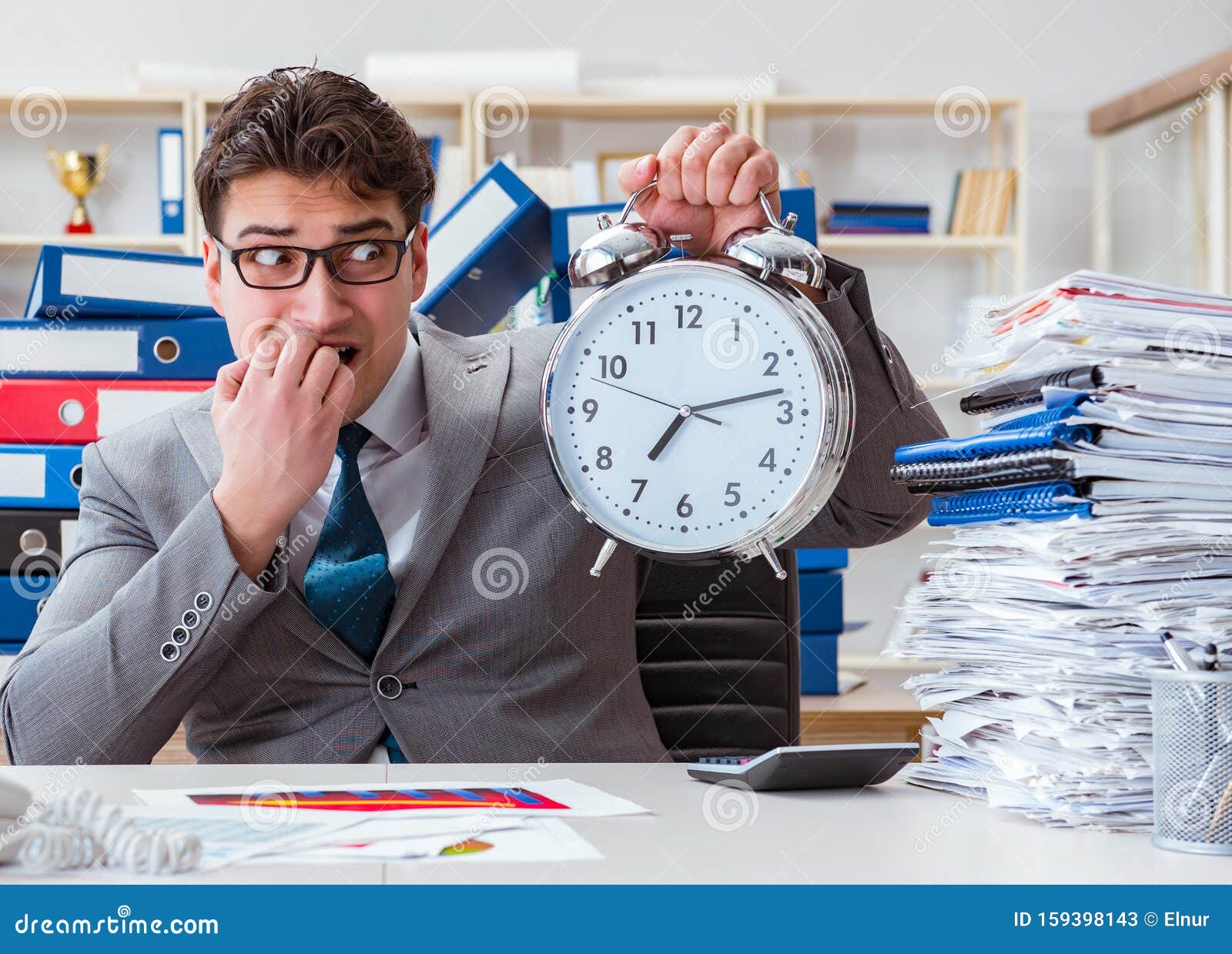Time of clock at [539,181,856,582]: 7:13
